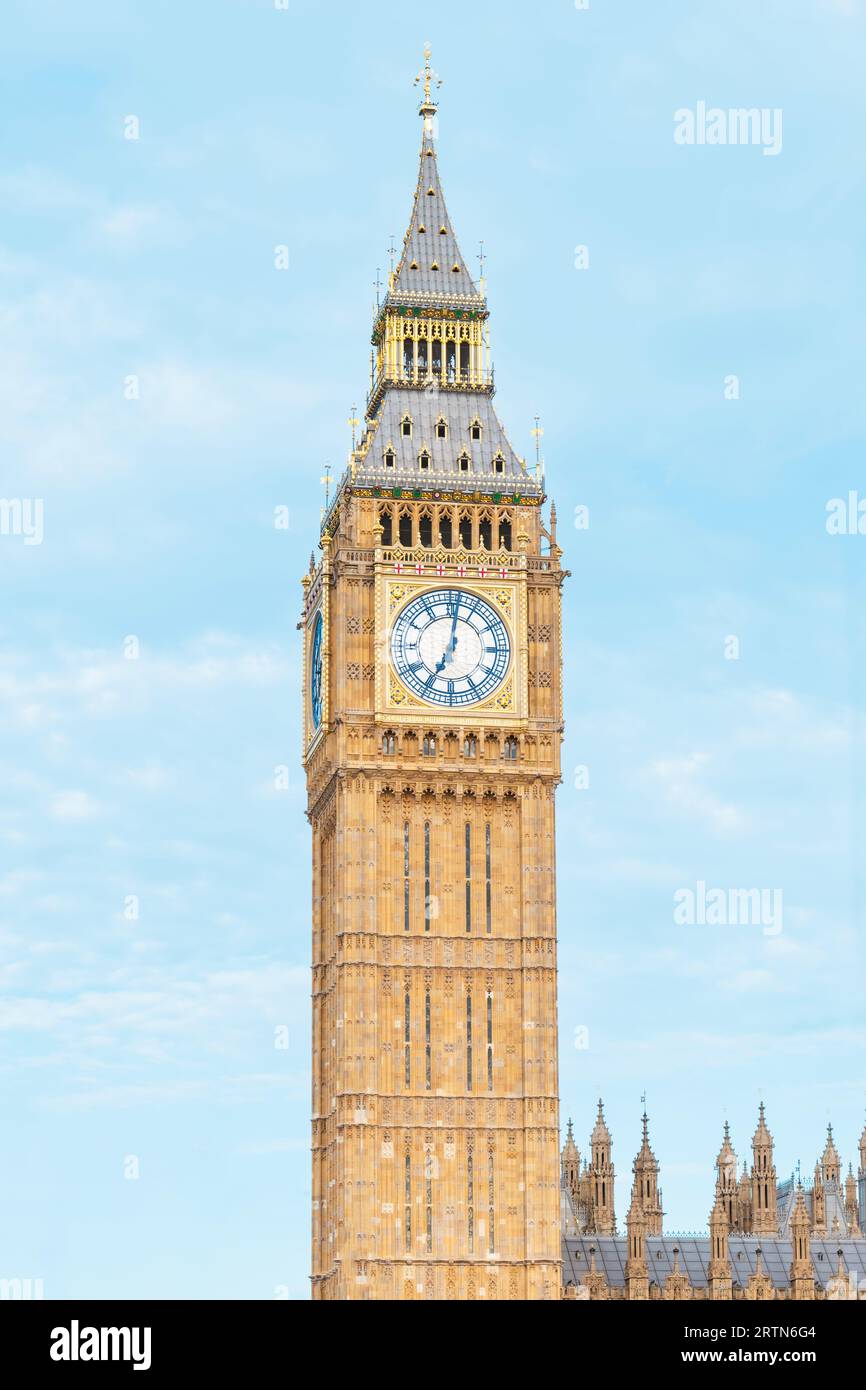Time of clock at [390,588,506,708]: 7:01
